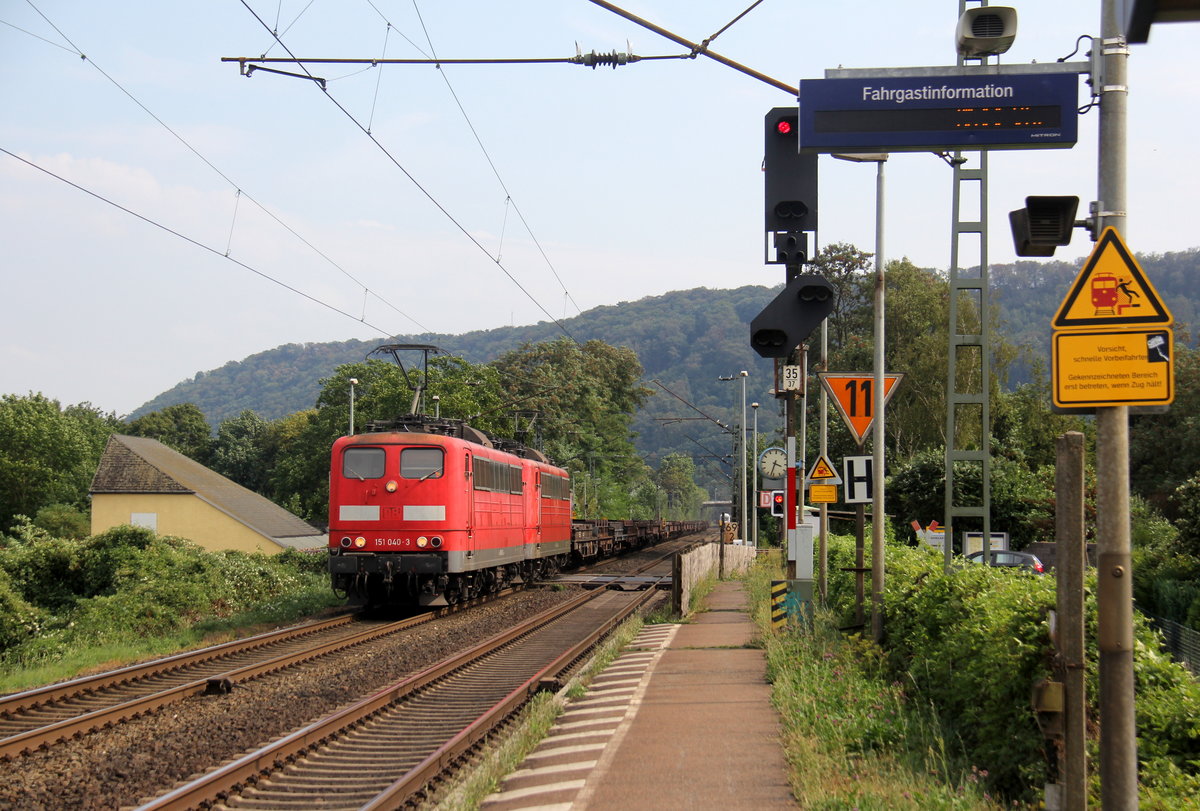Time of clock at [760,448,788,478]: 3:32
